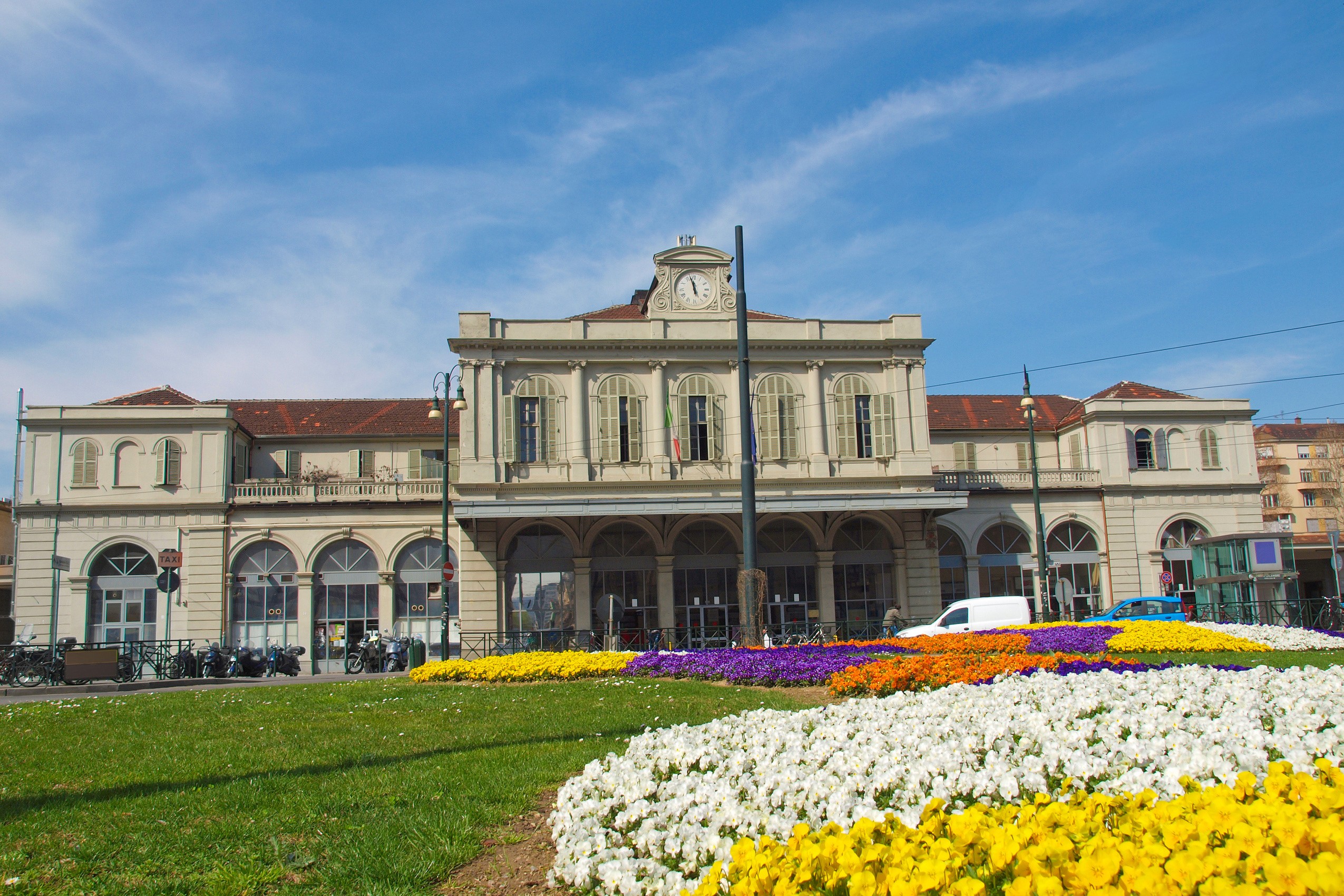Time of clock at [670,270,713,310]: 11:57
